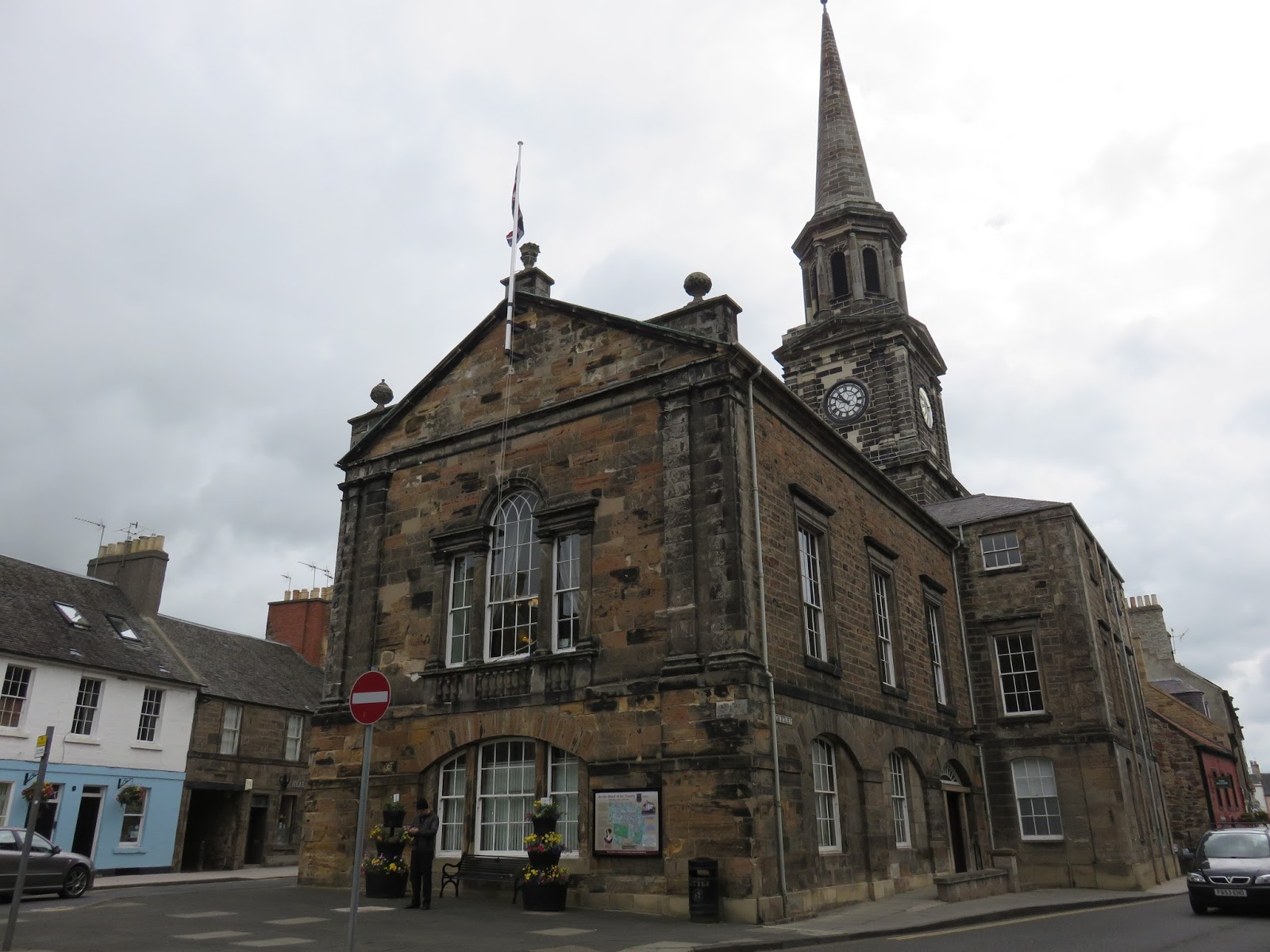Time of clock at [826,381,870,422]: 10:49
